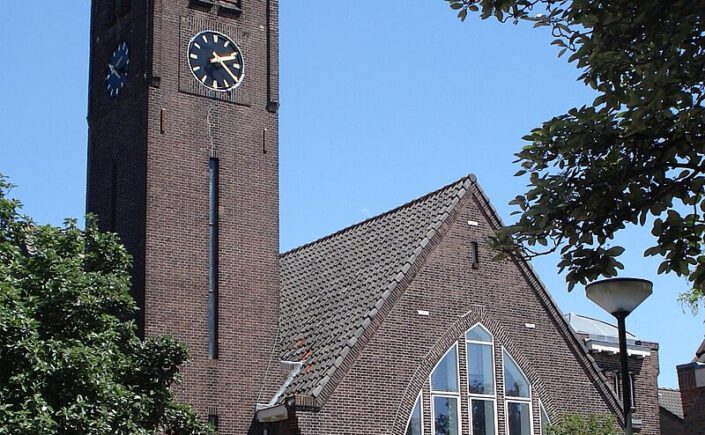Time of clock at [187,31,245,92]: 2:21
